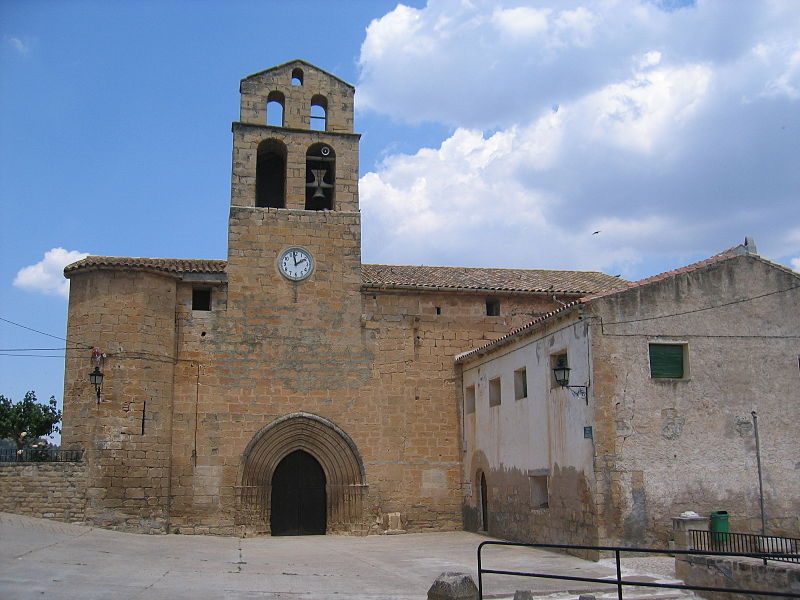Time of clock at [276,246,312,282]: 1:58
